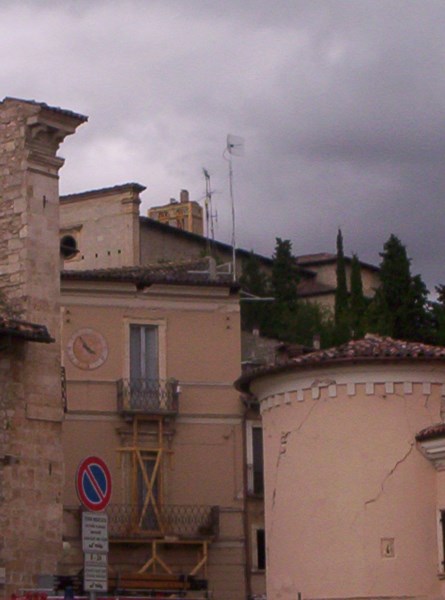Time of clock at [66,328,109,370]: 3:54
